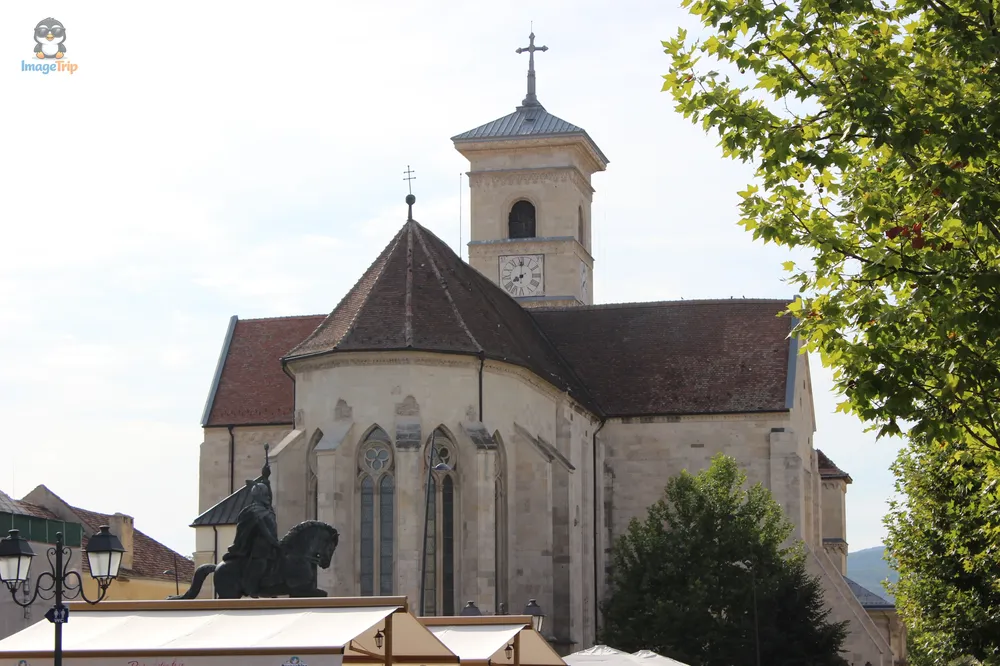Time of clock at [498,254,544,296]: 8:00
